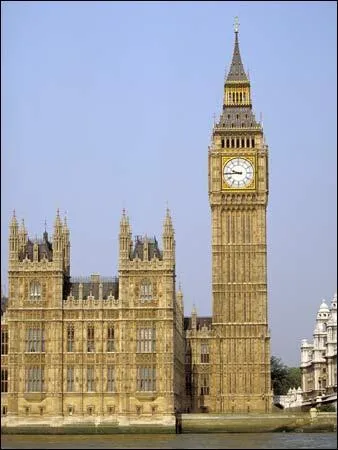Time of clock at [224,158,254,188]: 9:44
